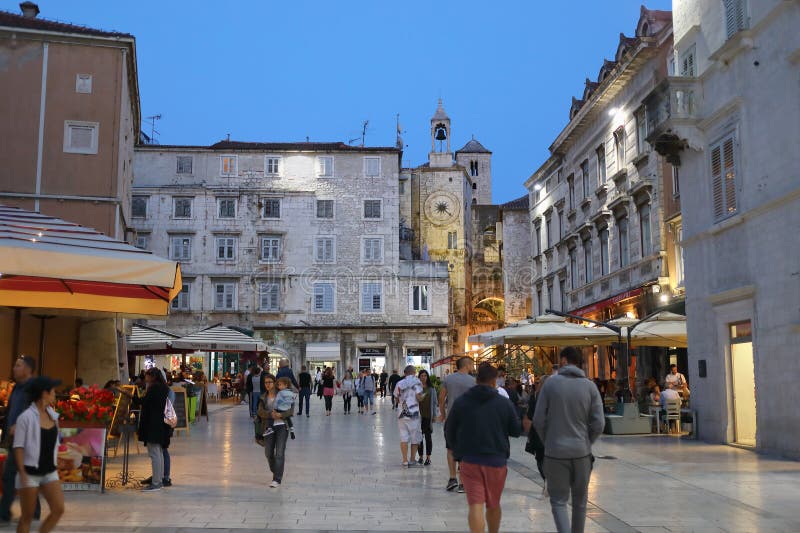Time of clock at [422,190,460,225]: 2:21
